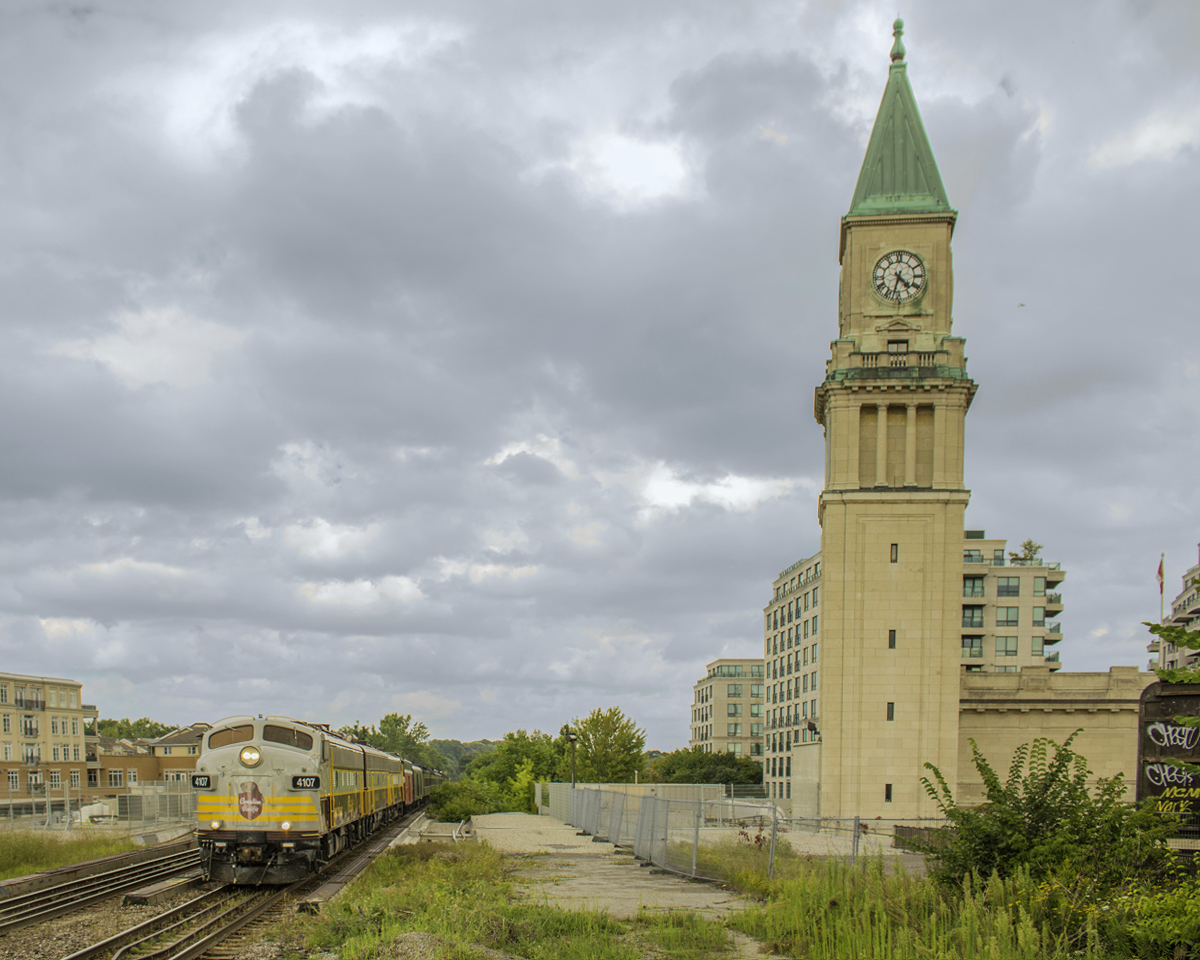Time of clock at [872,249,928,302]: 4:32
